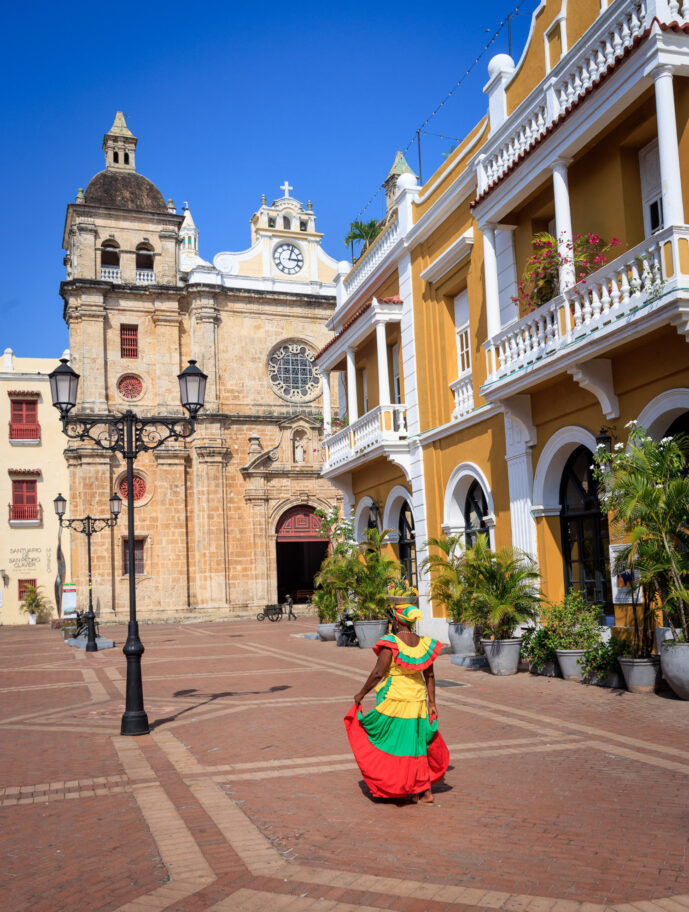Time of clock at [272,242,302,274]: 3:03
